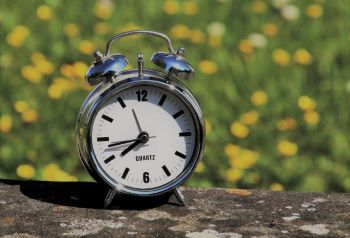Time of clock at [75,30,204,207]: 7:43
